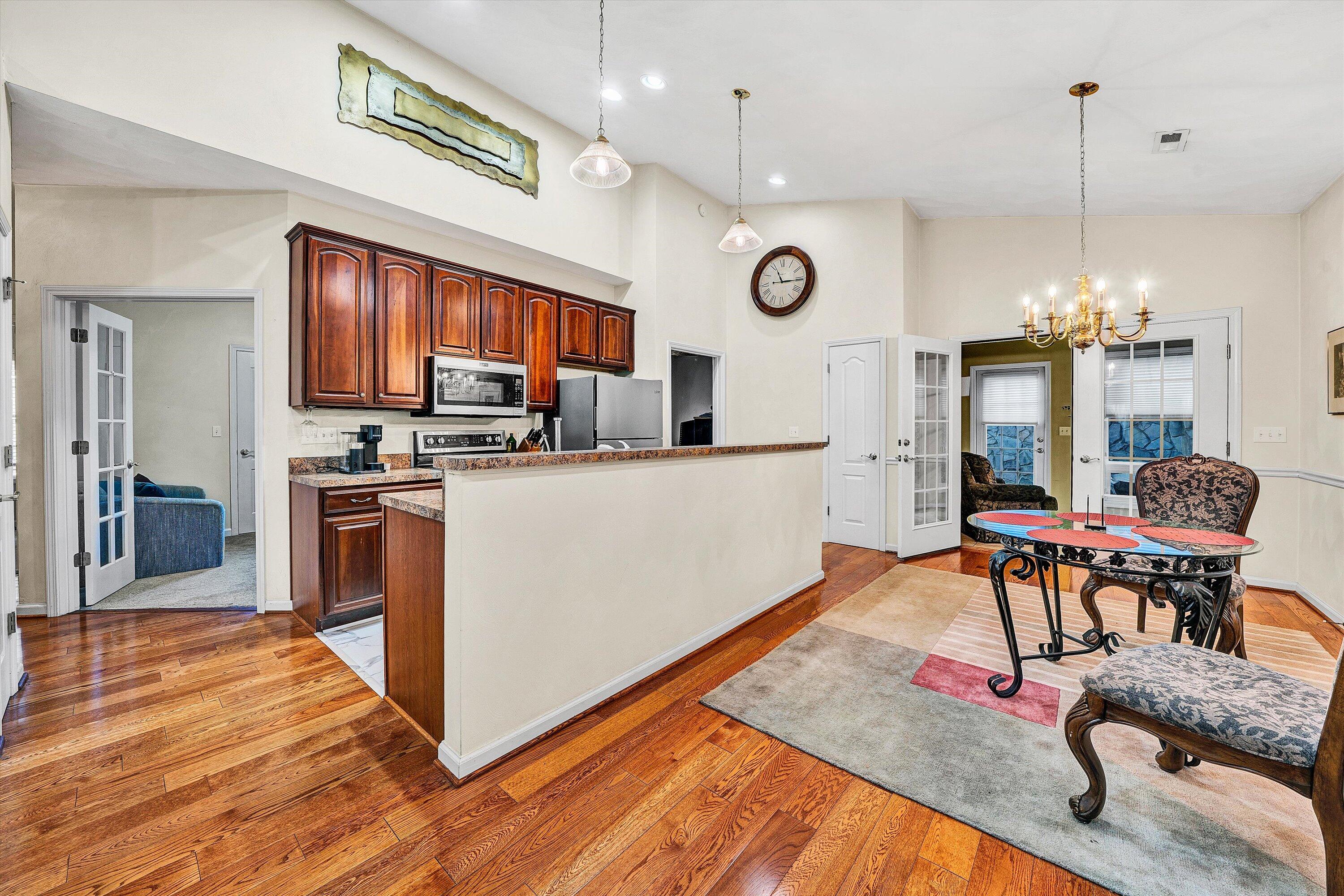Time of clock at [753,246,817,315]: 11:14
